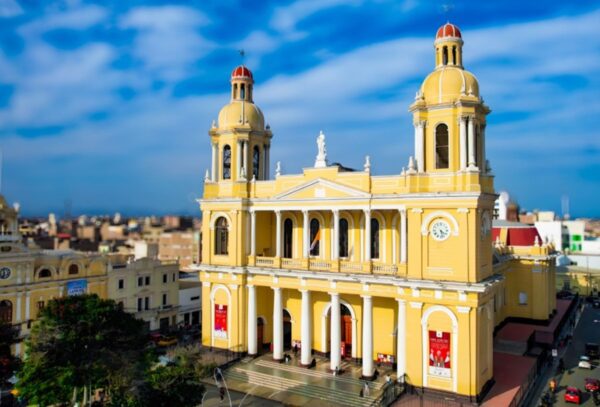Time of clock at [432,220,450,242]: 4:27
